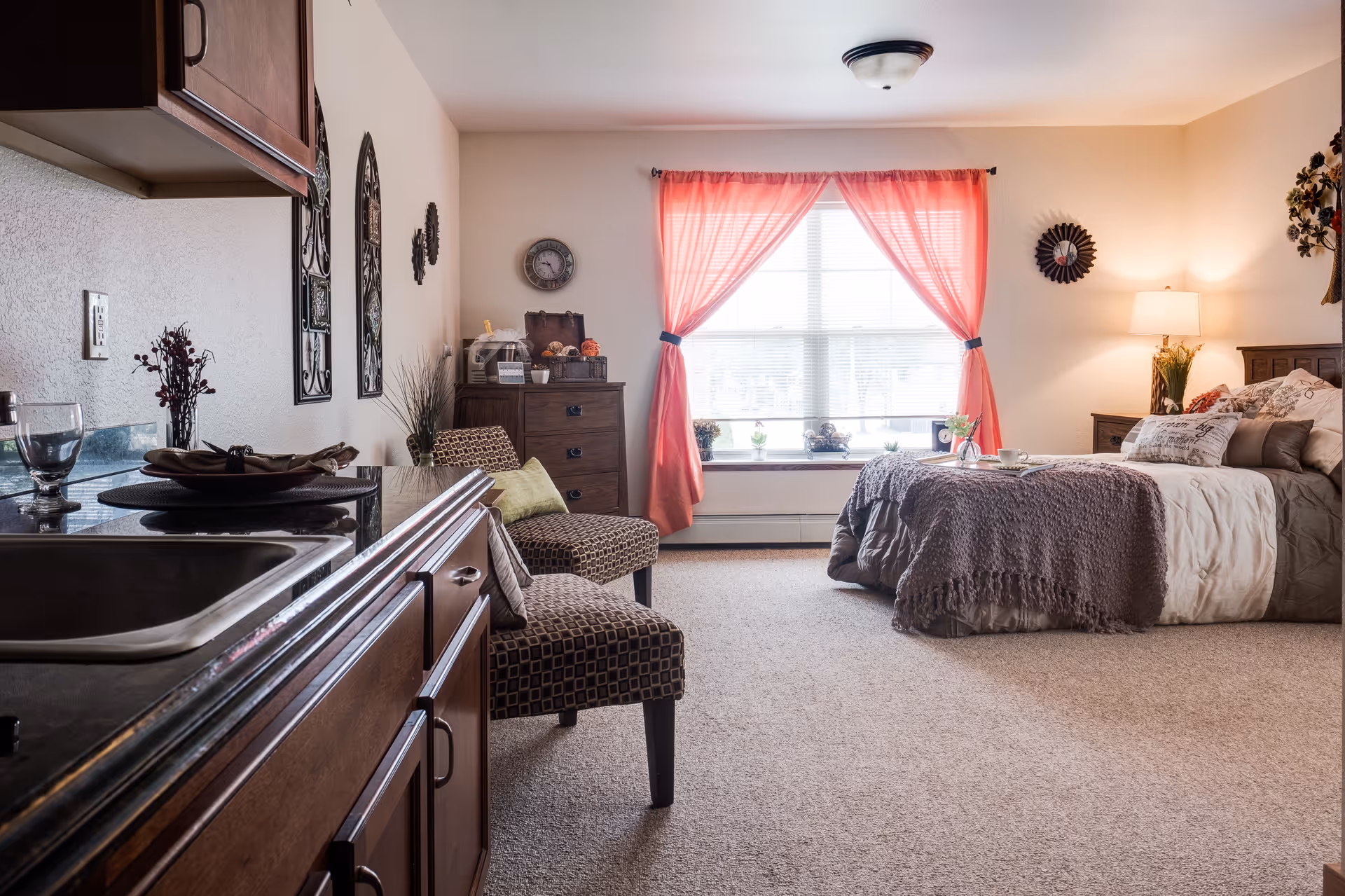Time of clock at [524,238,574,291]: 9:25
